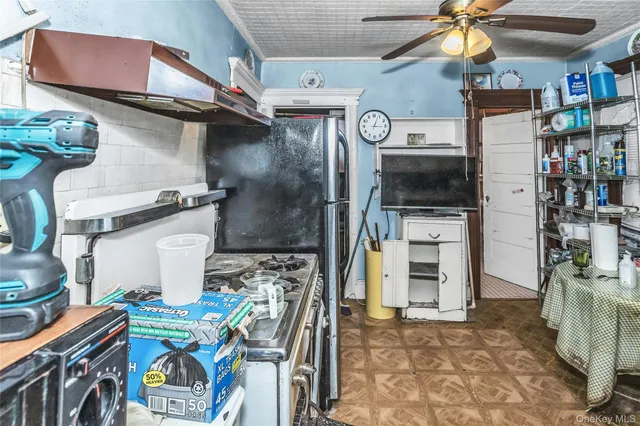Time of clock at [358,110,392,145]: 3:03
